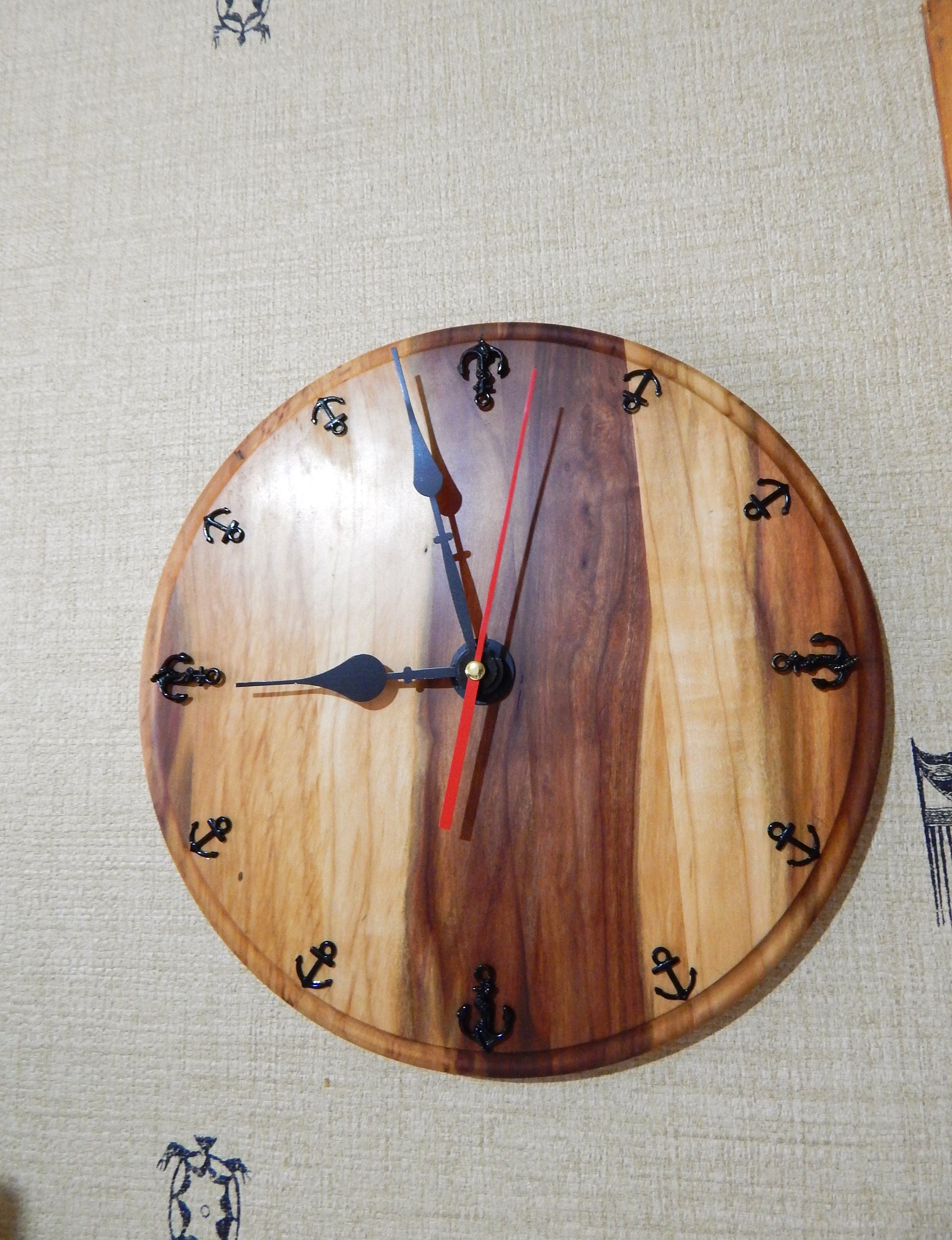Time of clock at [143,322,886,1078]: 8:57
